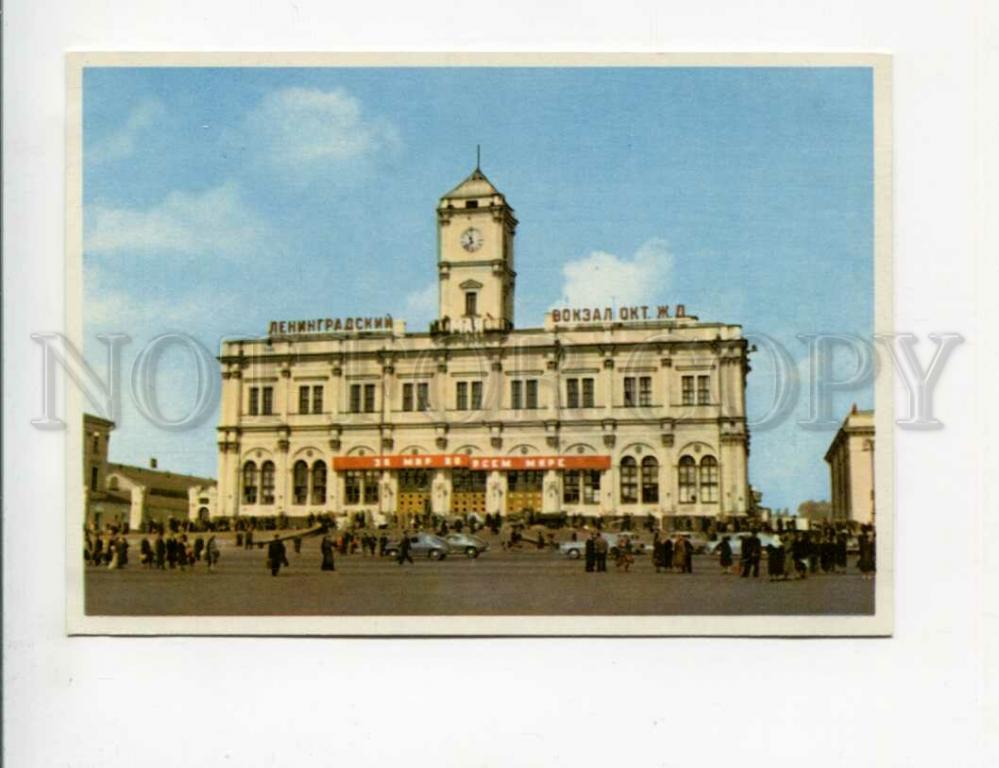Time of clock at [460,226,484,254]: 11:37
